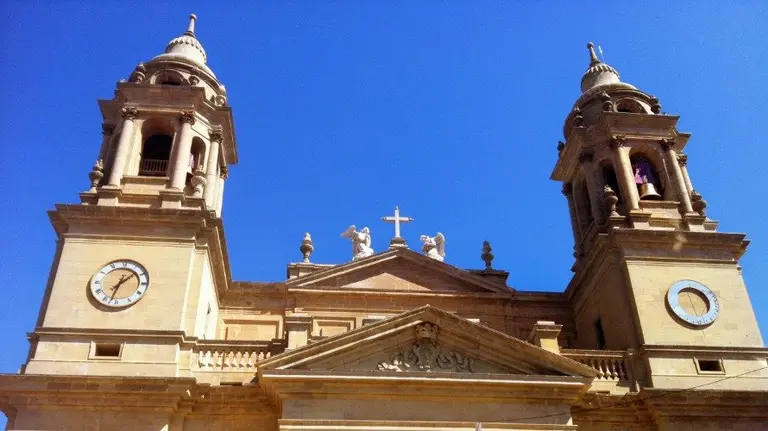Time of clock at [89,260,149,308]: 1:32
